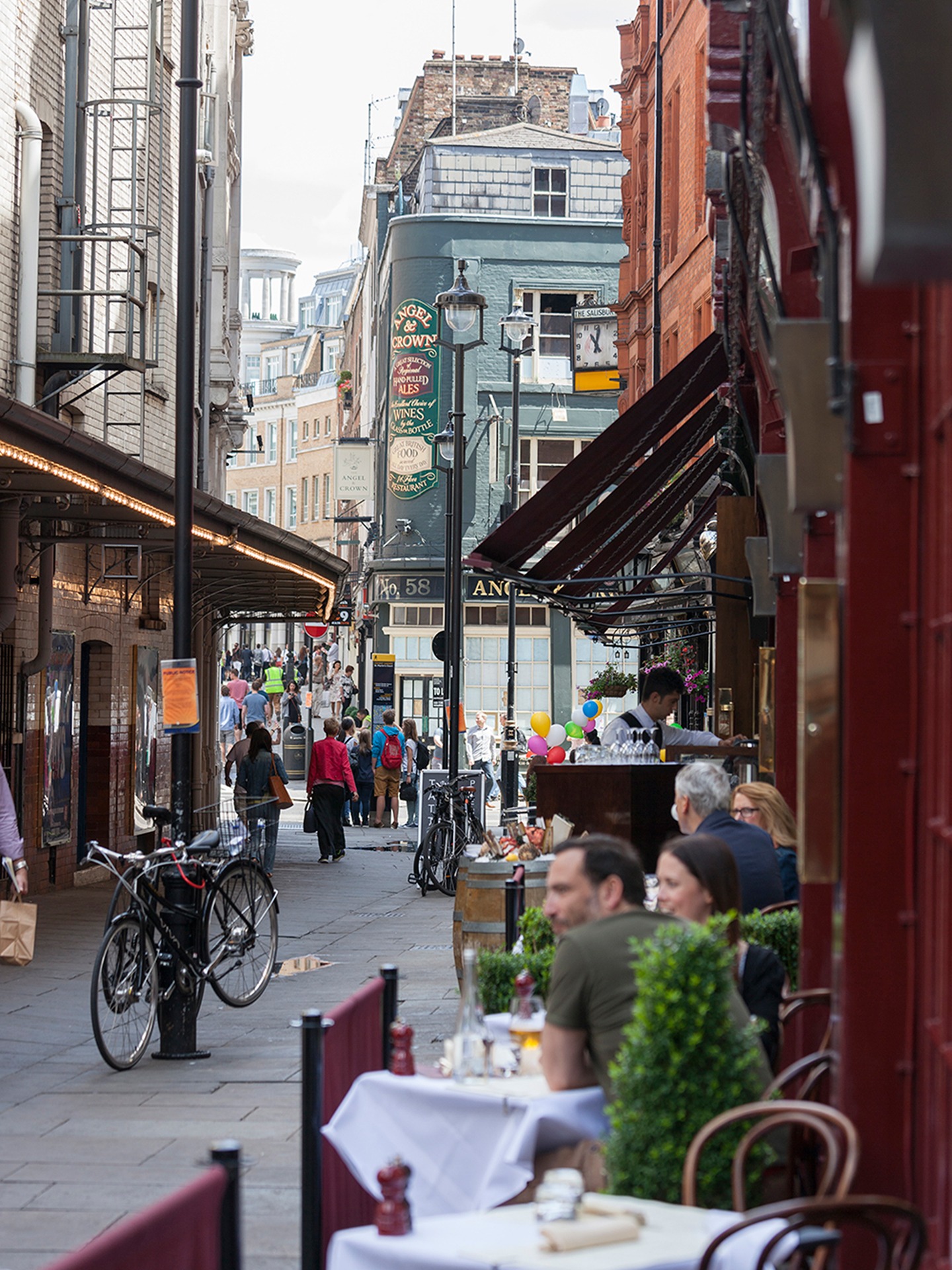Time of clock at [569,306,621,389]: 11:02
